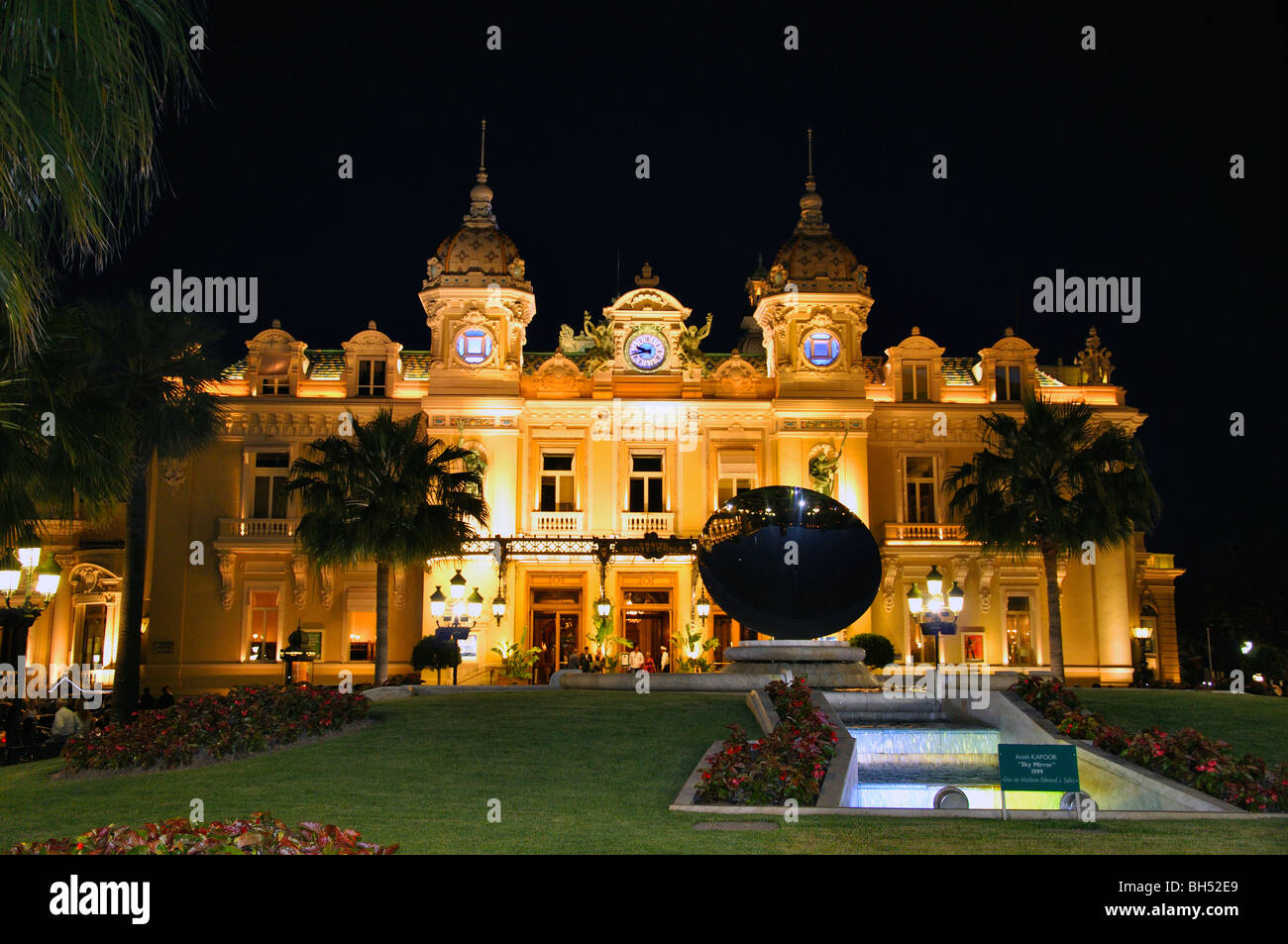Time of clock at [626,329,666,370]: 9:42
